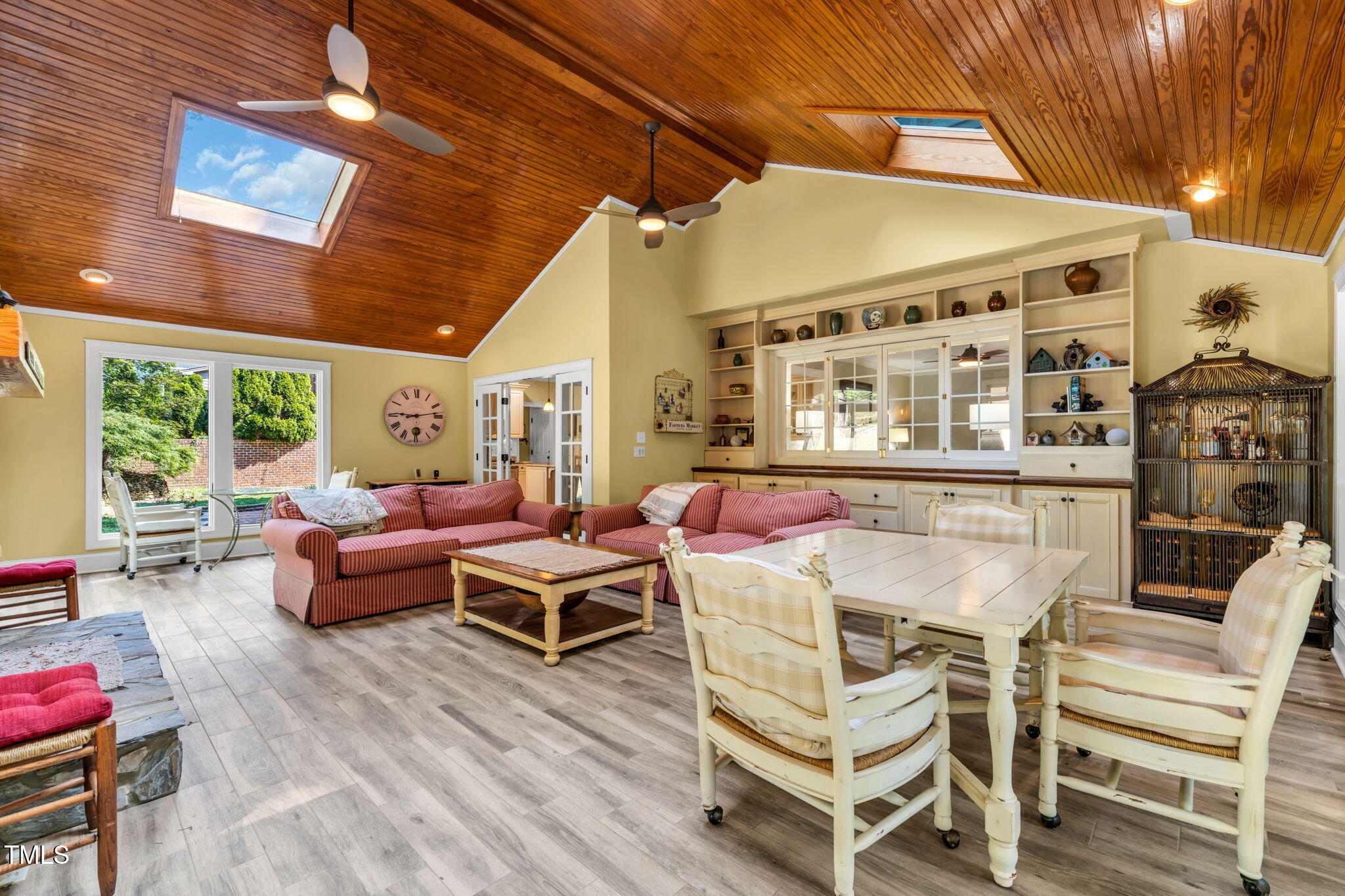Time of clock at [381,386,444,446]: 9:13
